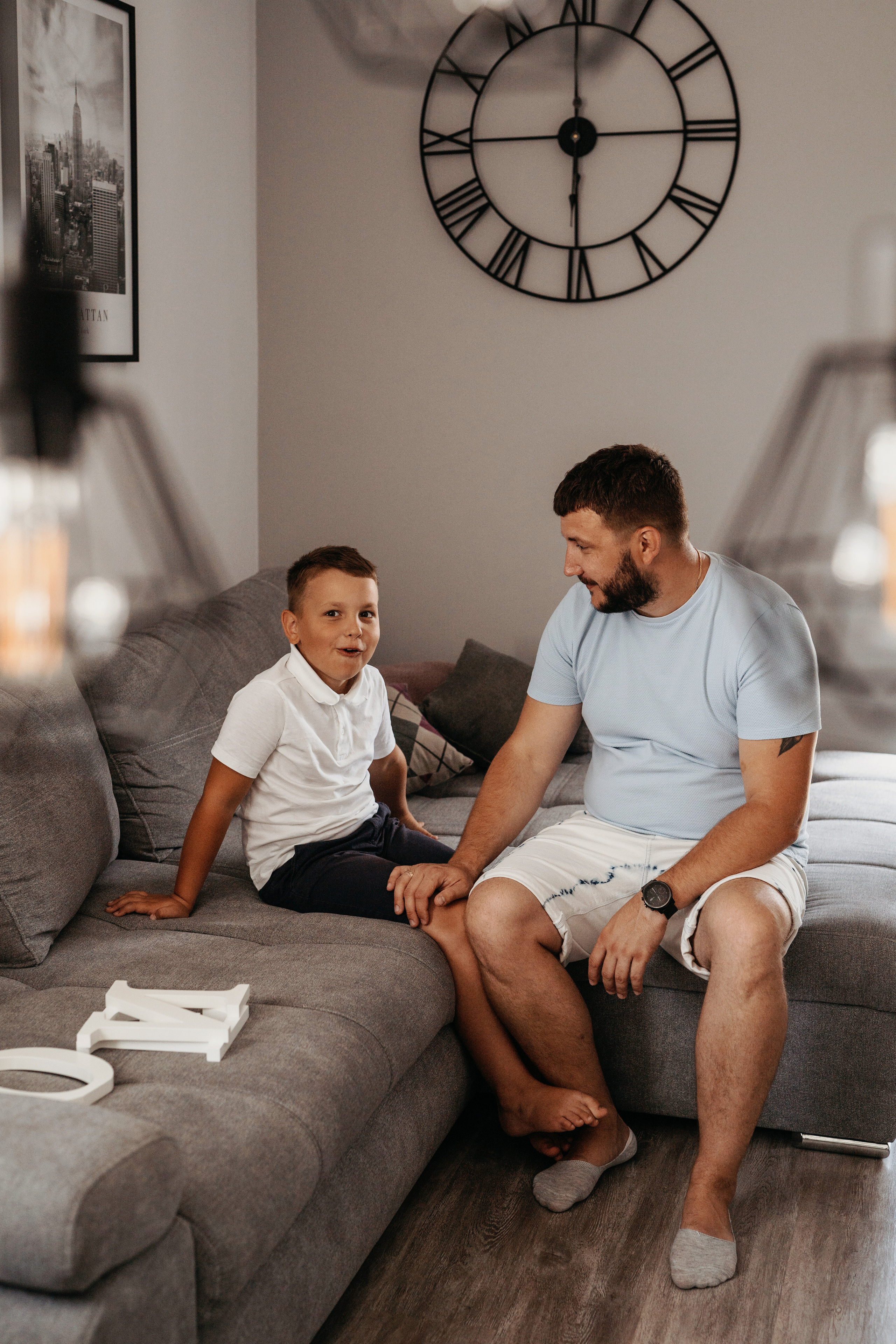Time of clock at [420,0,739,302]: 5:59
